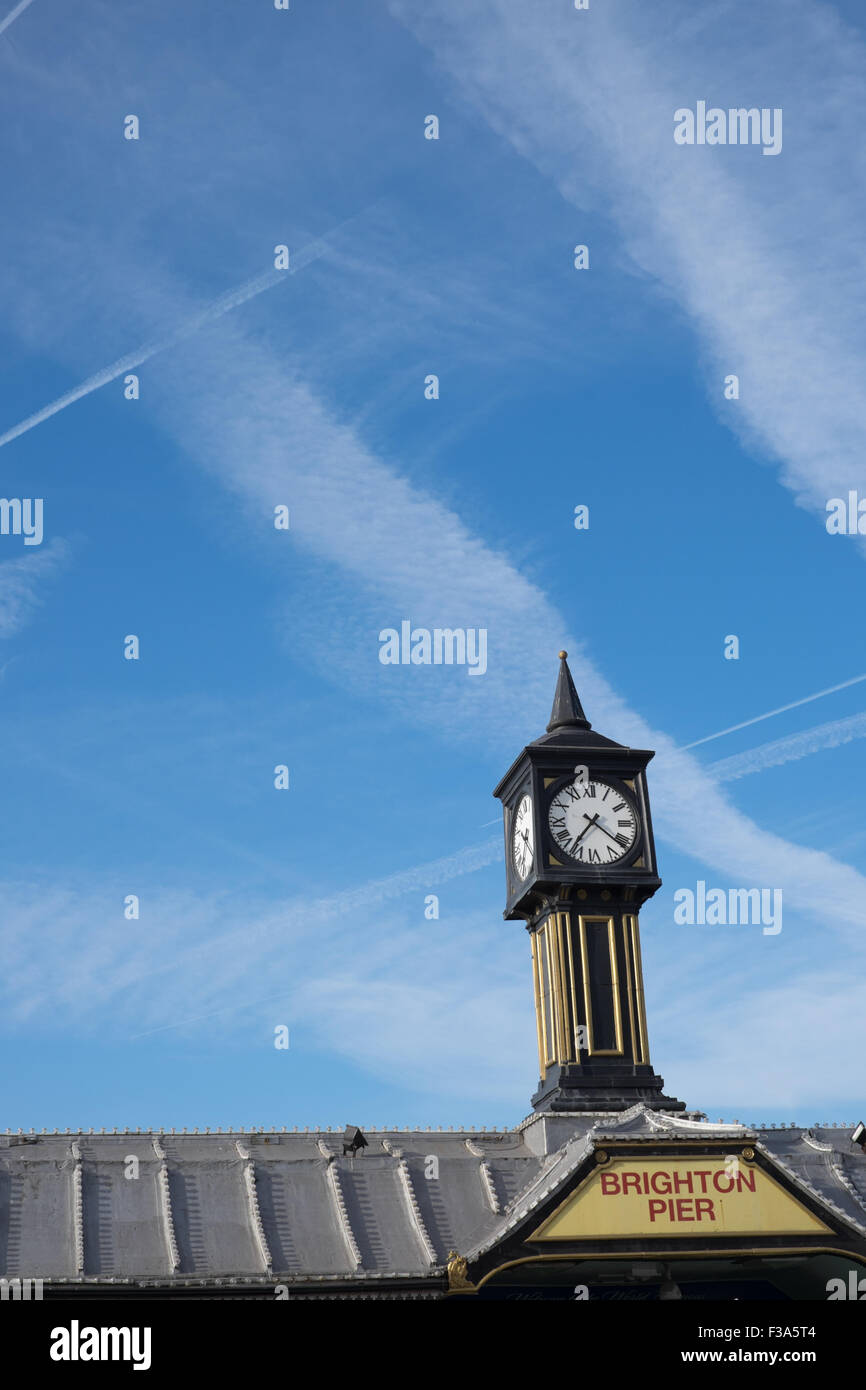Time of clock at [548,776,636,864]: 7:21
